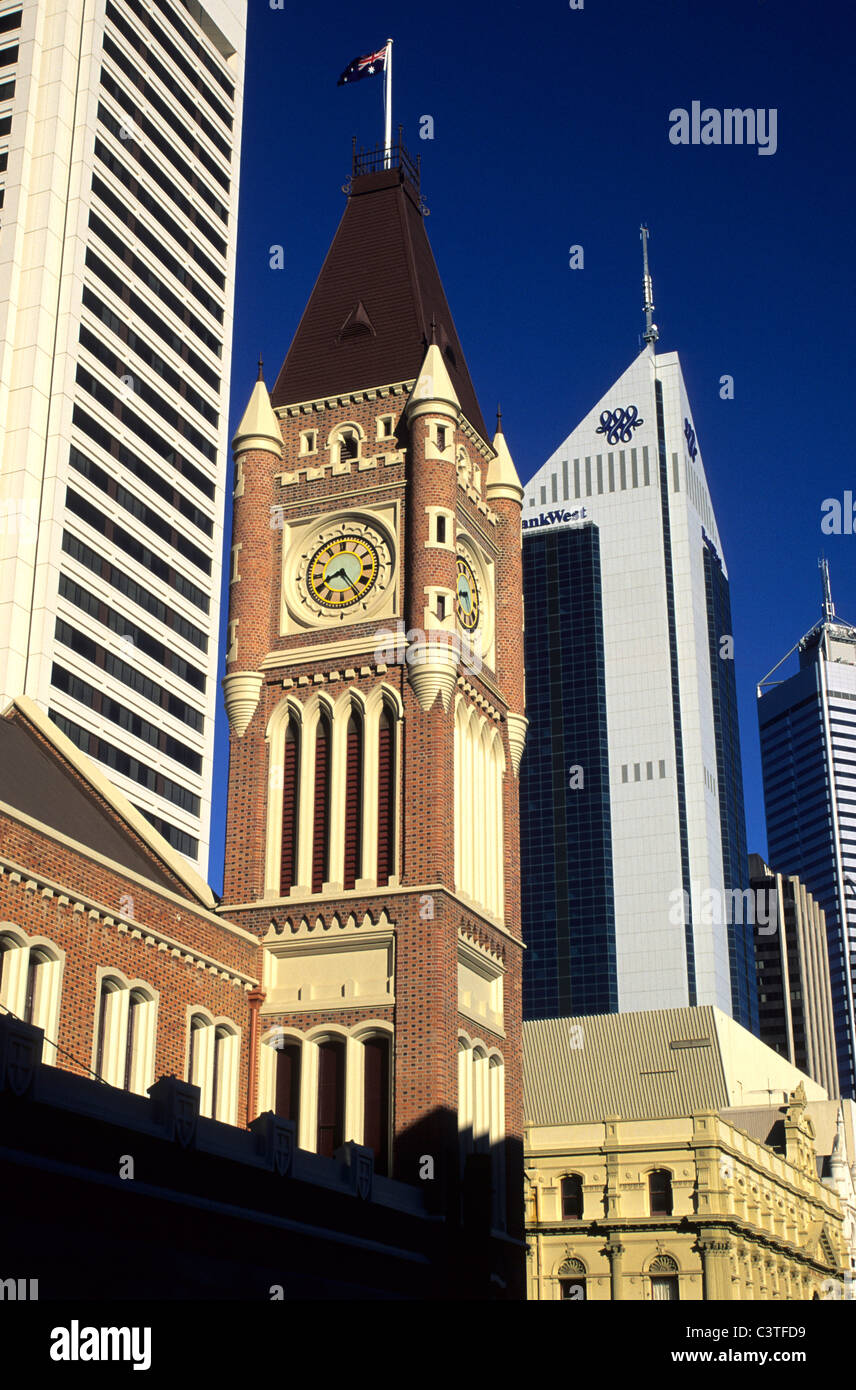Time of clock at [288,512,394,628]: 8:24
